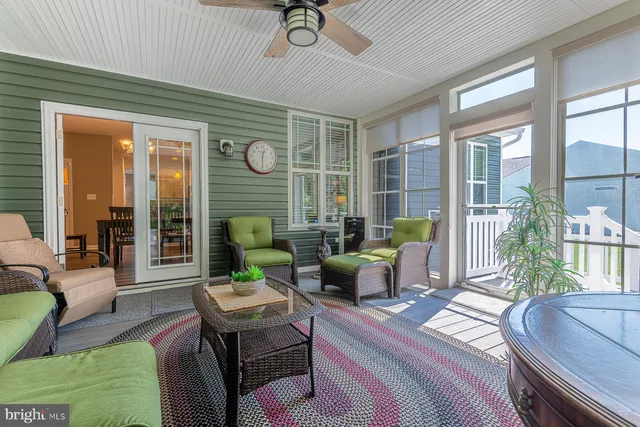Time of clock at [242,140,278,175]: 12:29
